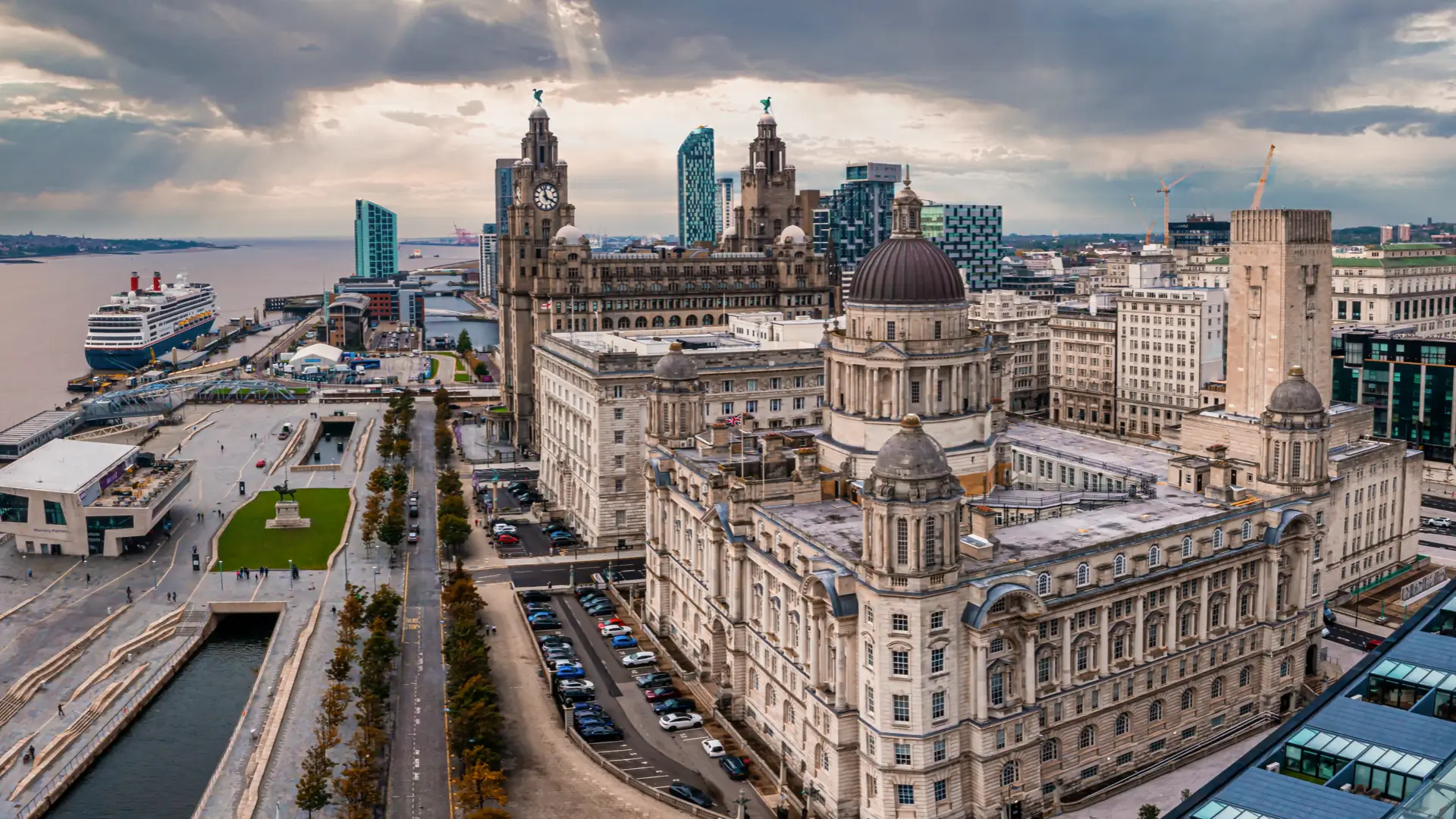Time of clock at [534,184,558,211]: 3:57
